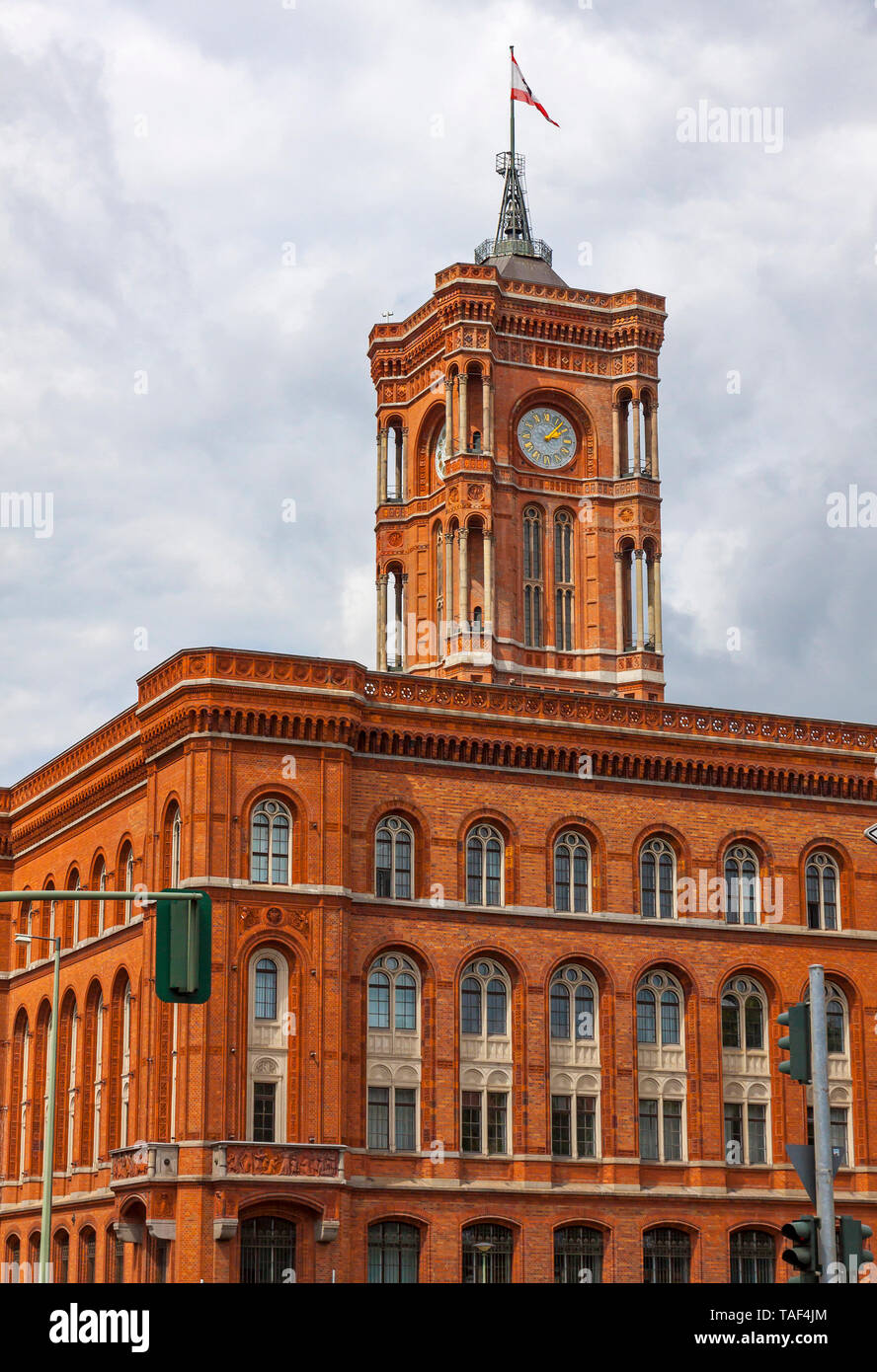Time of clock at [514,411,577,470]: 2:07
